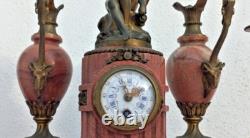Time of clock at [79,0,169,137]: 1:56
